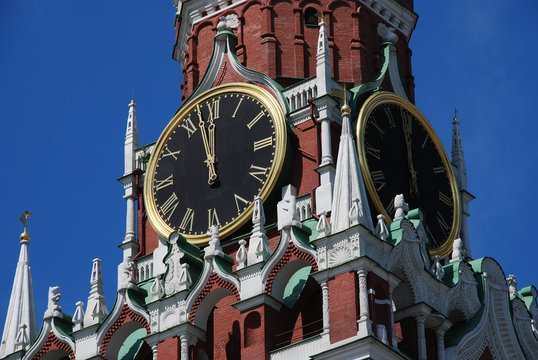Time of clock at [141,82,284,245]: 11:57
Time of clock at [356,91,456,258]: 6:58
